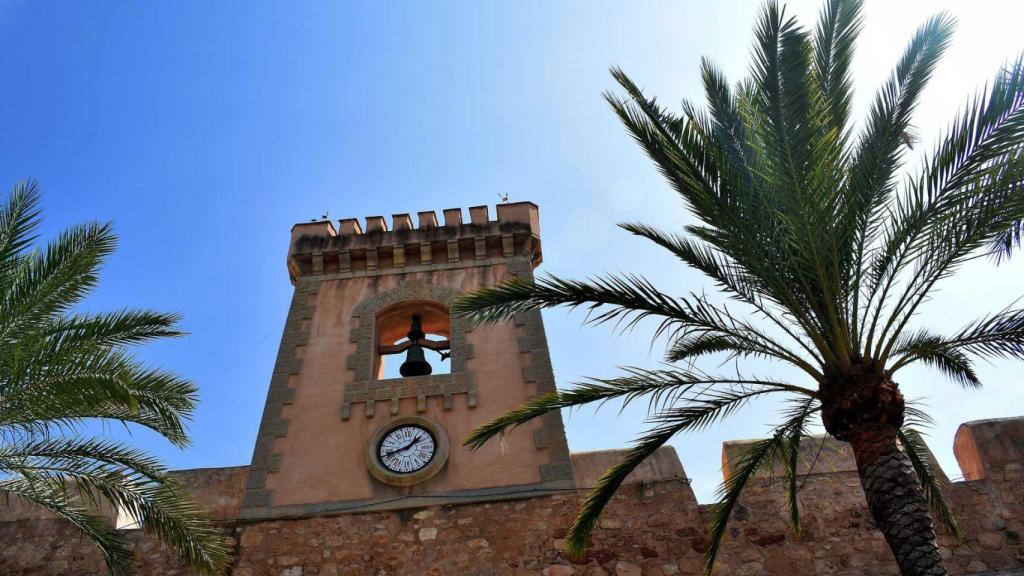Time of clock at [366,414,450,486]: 1:42
